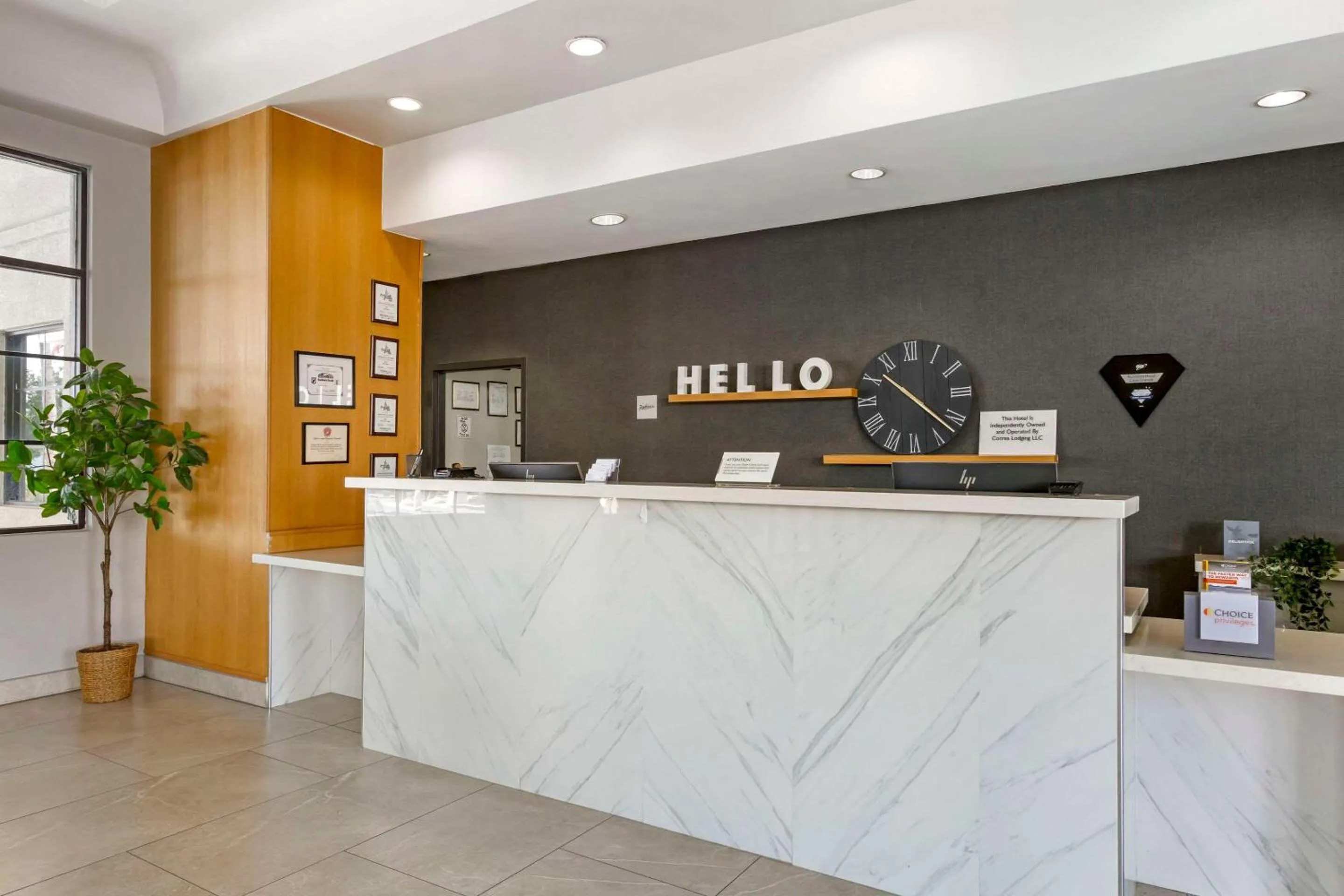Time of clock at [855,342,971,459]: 10:22
